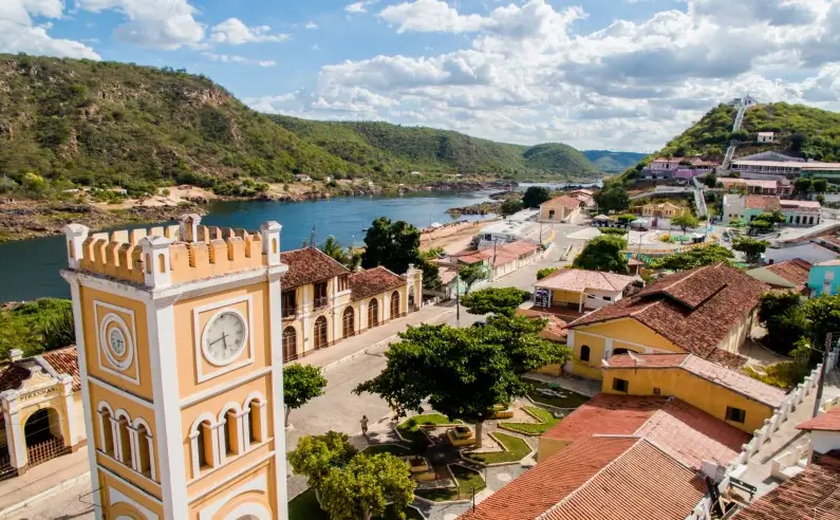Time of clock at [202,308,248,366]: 5:42
